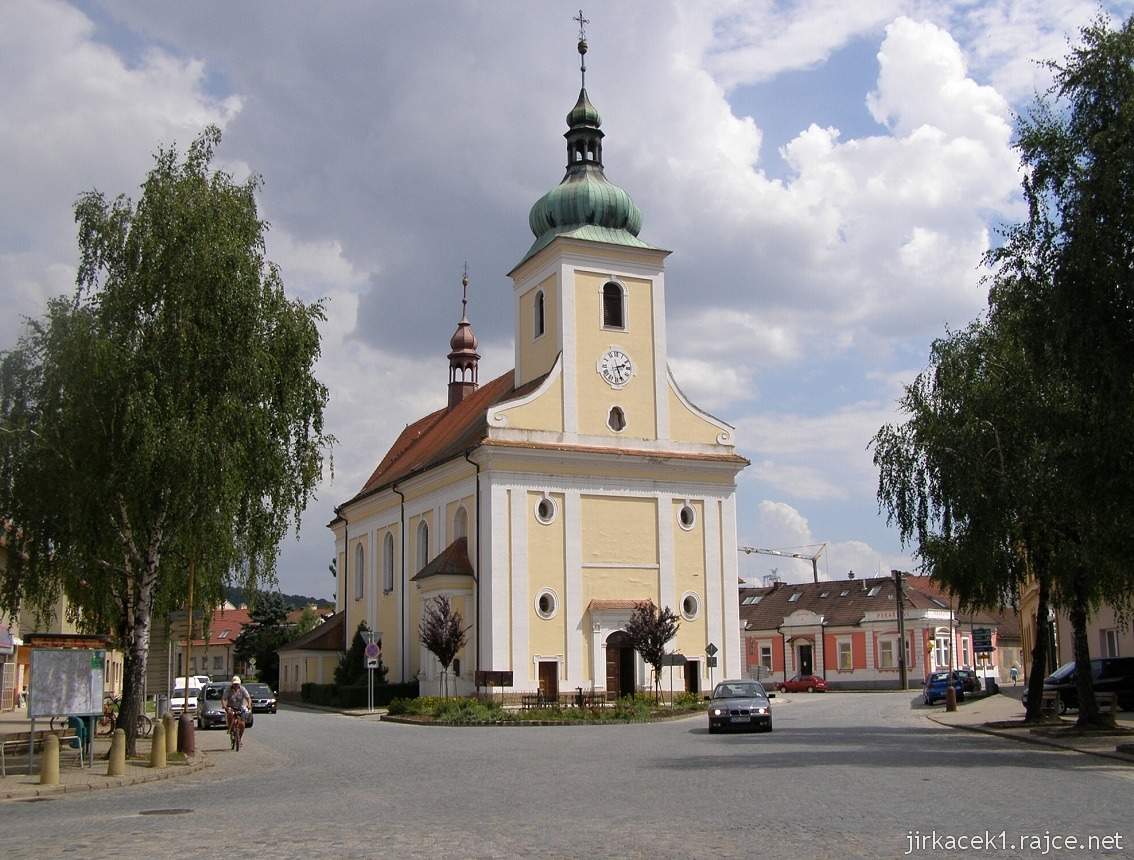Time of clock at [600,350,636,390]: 2:26
